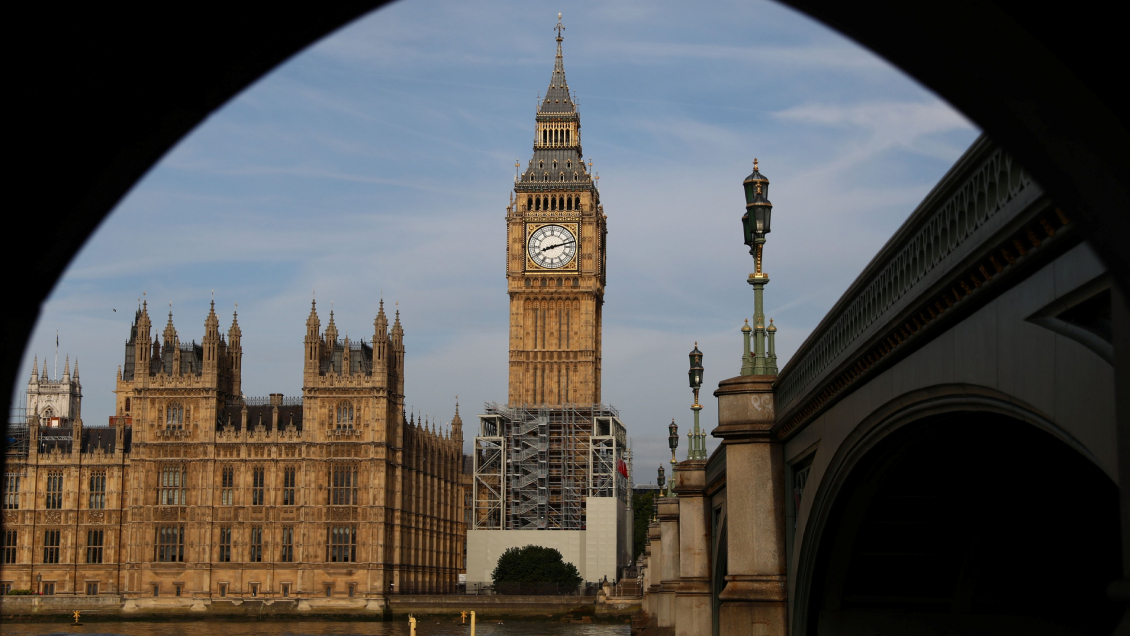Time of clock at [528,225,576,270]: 8:12
